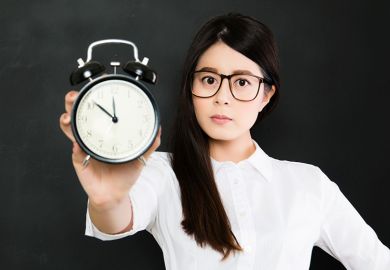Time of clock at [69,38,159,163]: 11:51
